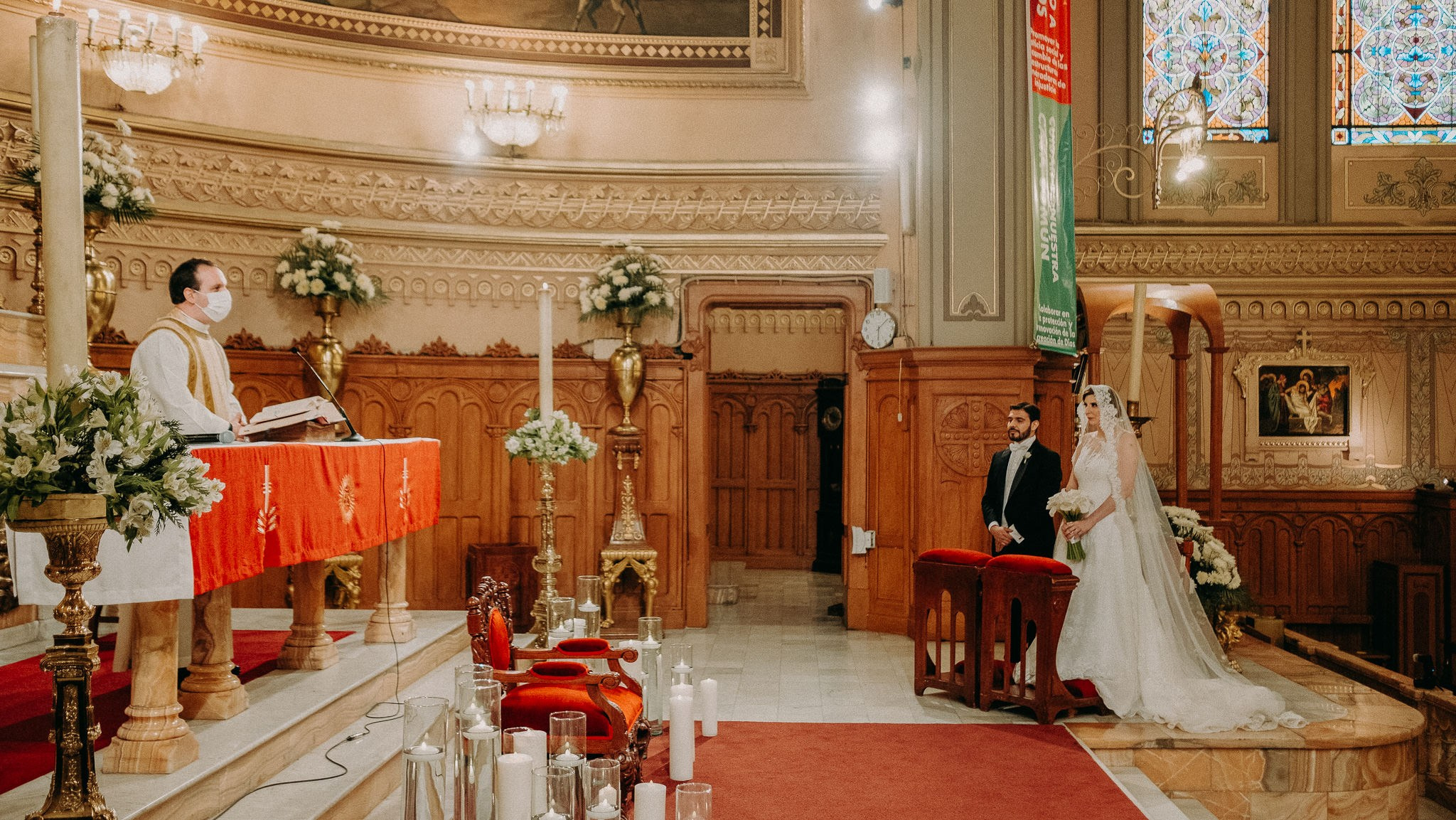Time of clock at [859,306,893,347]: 6:08
